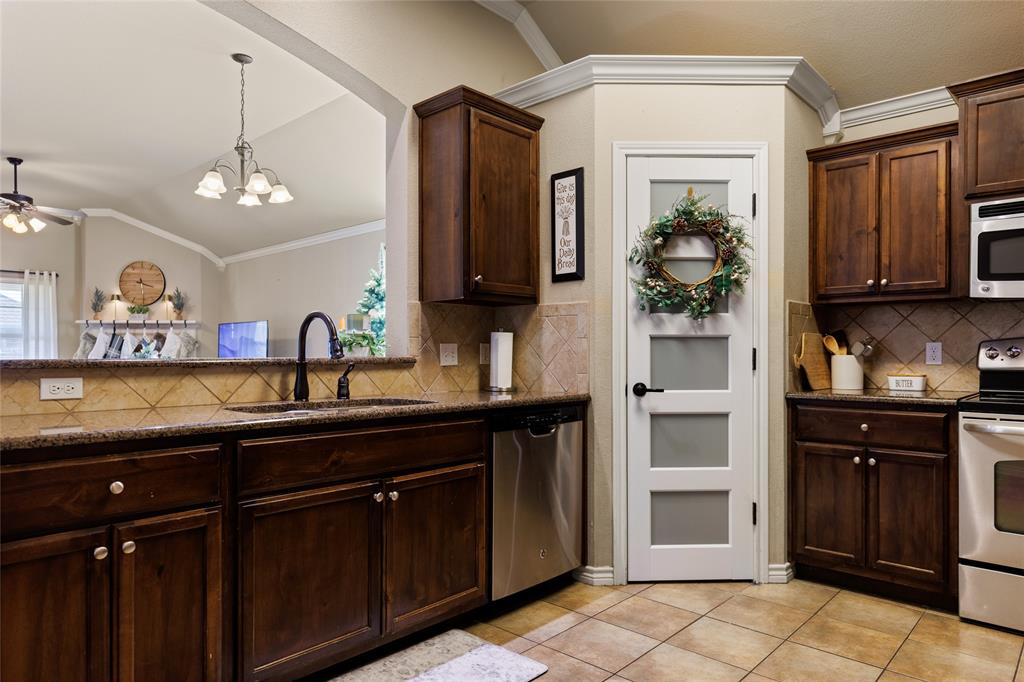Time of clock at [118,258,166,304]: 3:29
